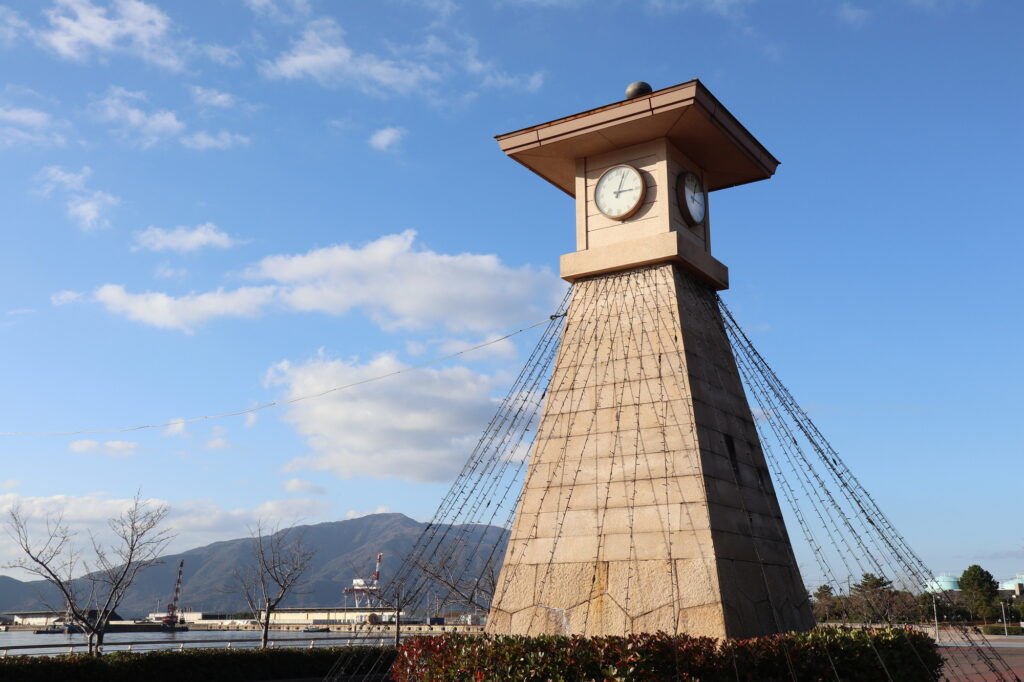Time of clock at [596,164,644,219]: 3:03
